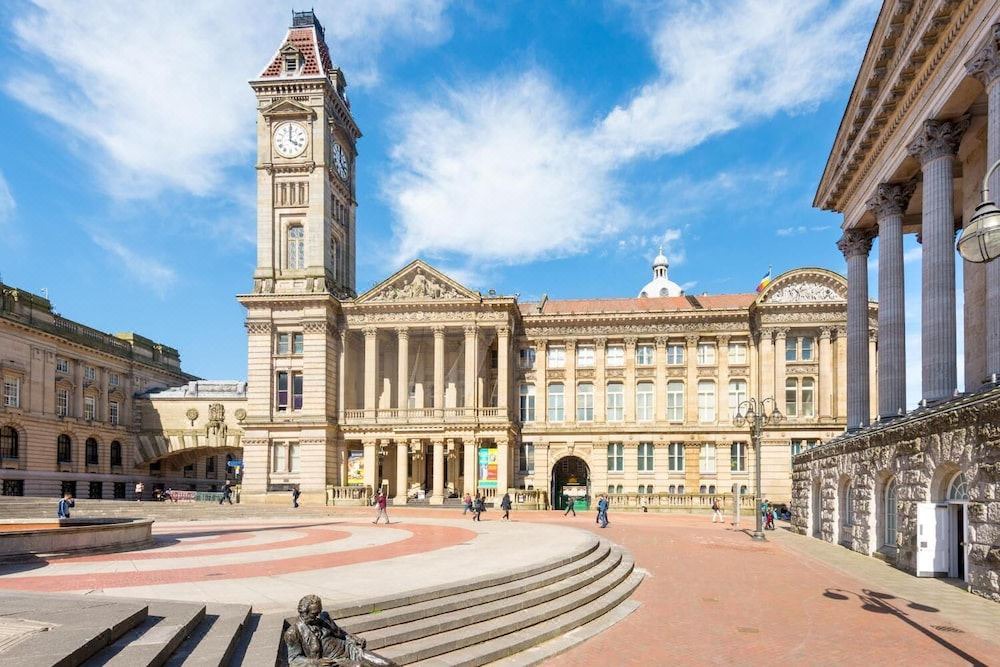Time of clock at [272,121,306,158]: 4:00
